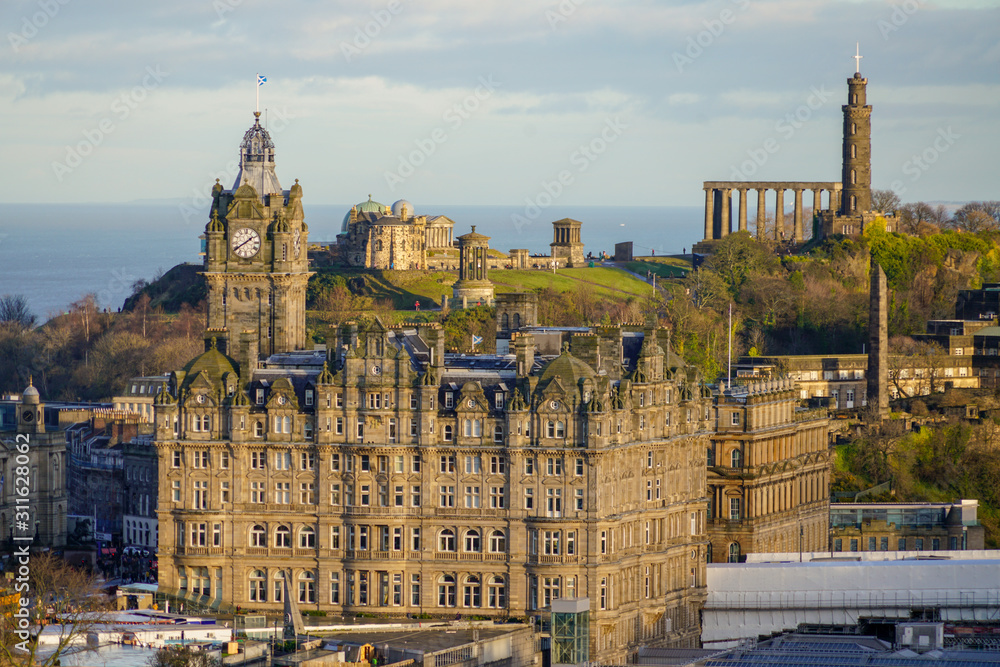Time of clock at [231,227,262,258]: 1:39
